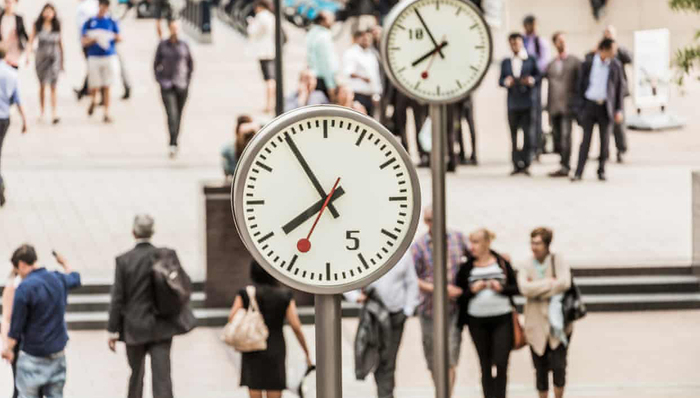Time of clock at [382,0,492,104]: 7:54
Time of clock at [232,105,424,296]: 7:54
